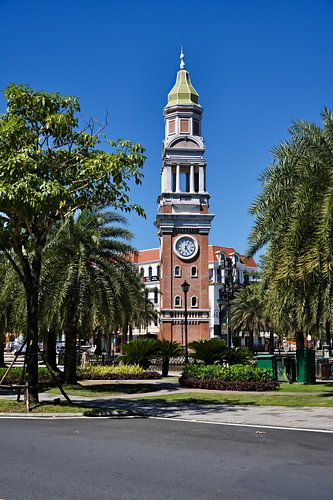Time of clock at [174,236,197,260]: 5:05
